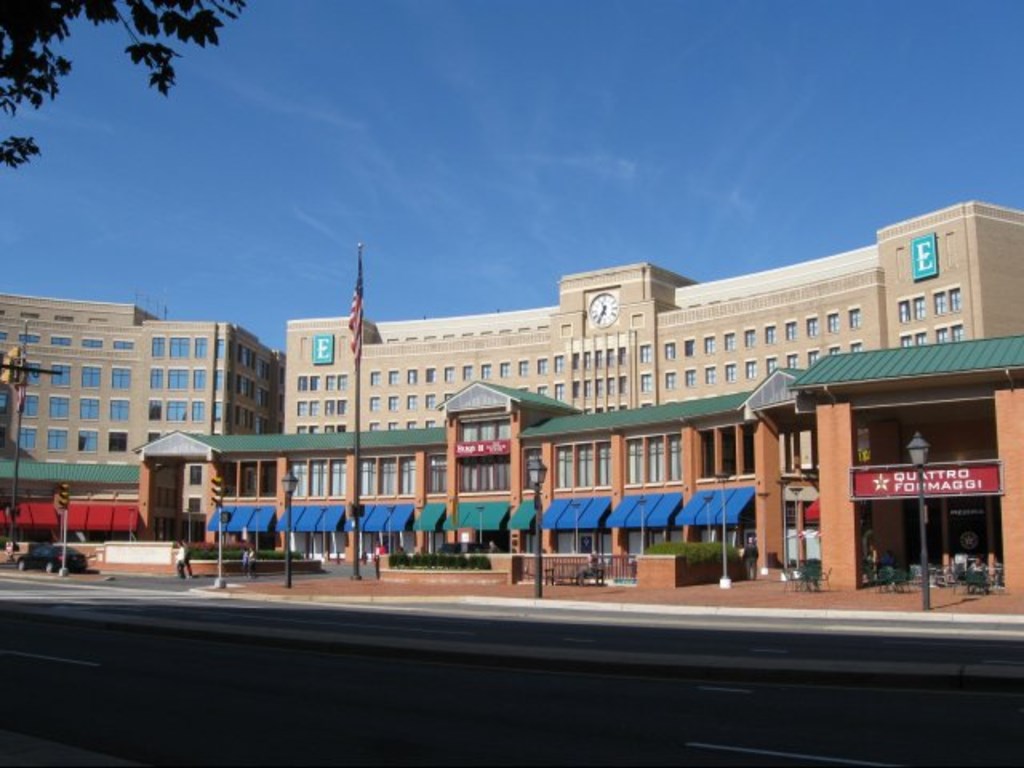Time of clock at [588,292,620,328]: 11:35
